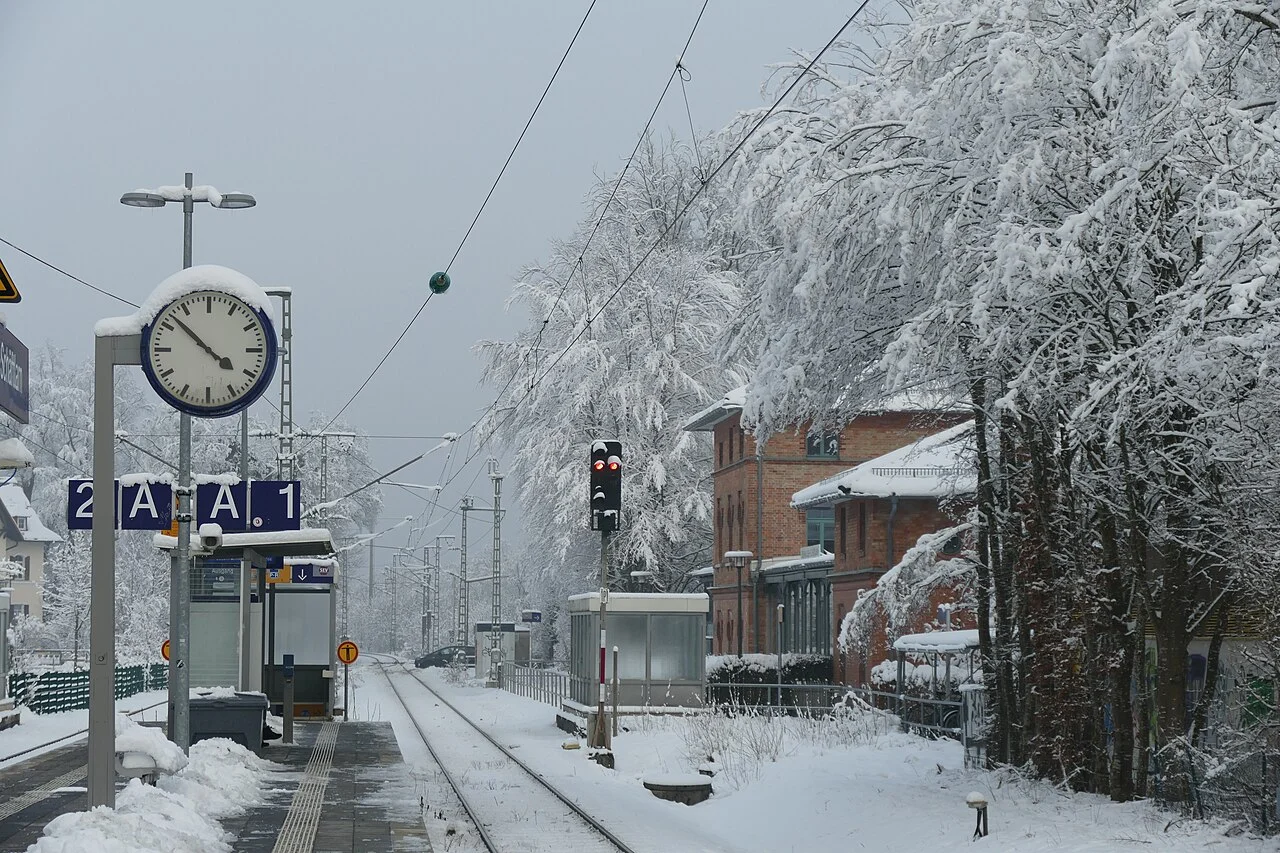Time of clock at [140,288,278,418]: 3:52
